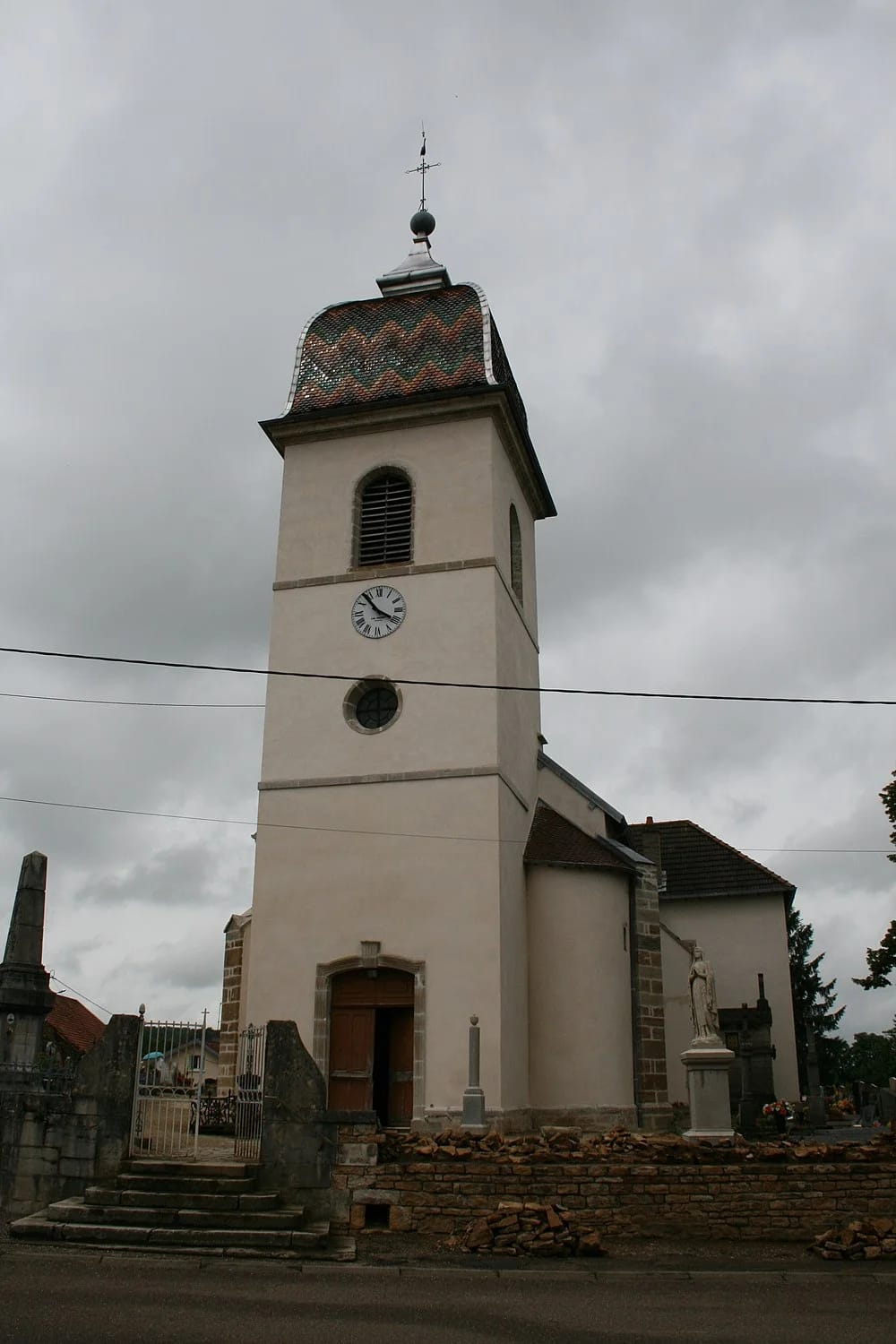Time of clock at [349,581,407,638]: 3:53
